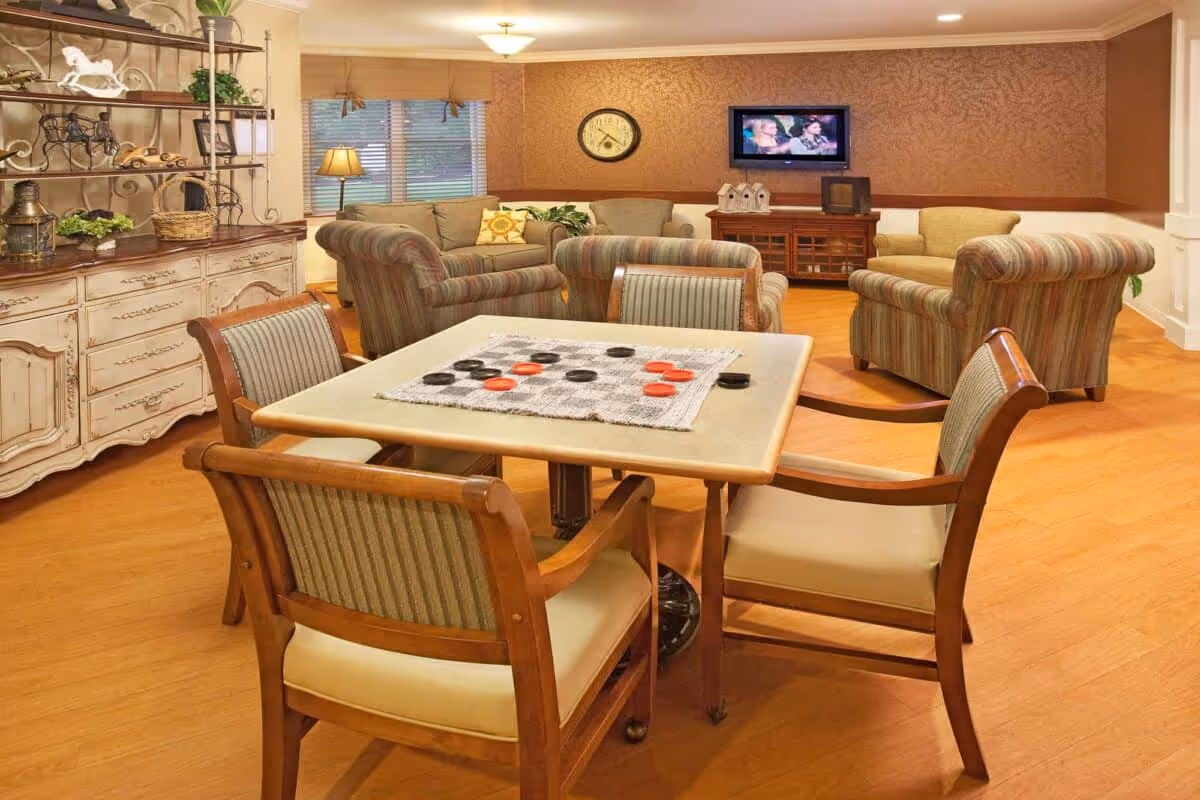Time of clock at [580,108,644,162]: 7:21
